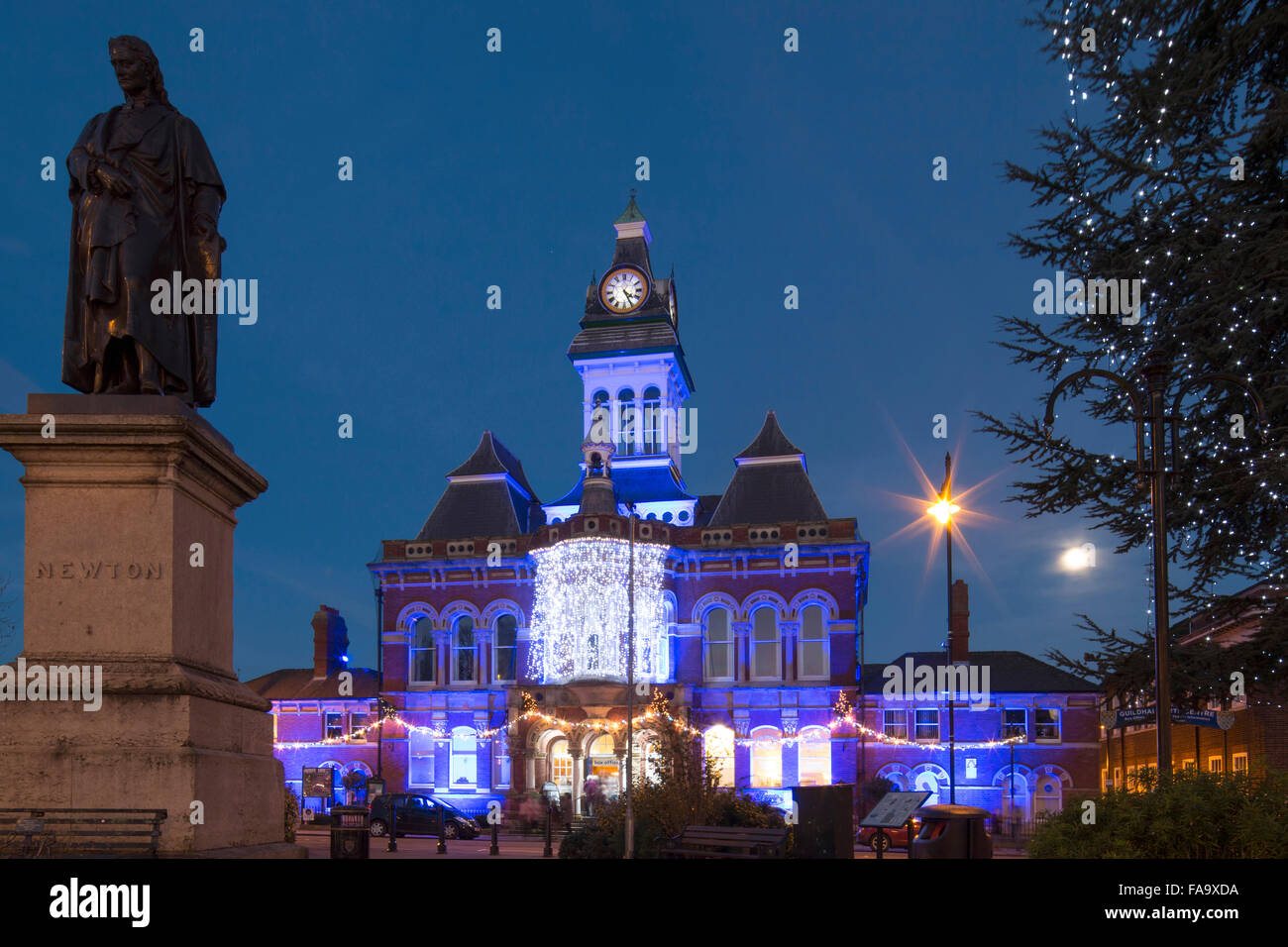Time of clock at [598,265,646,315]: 4:25
